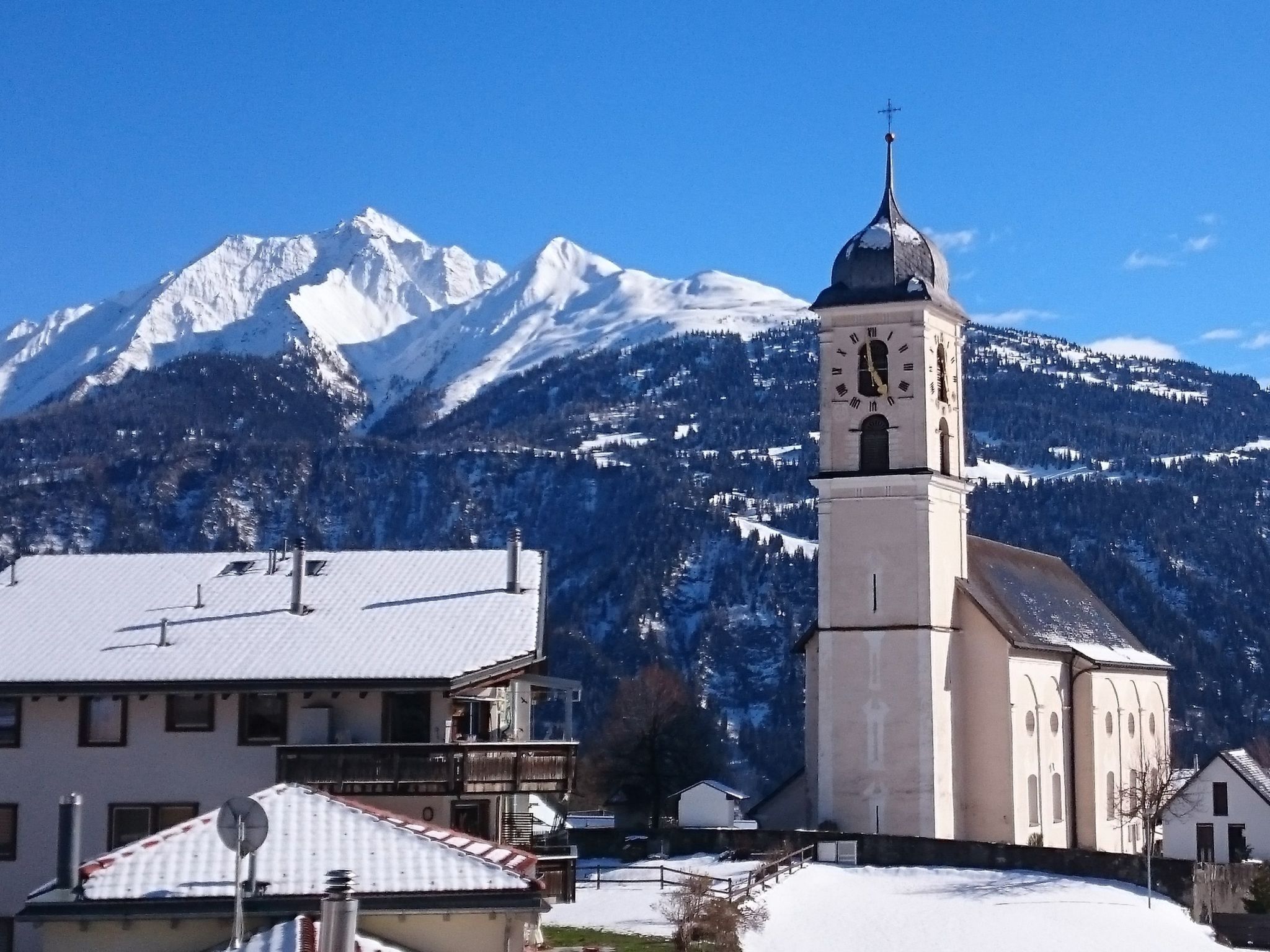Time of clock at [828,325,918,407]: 4:58
